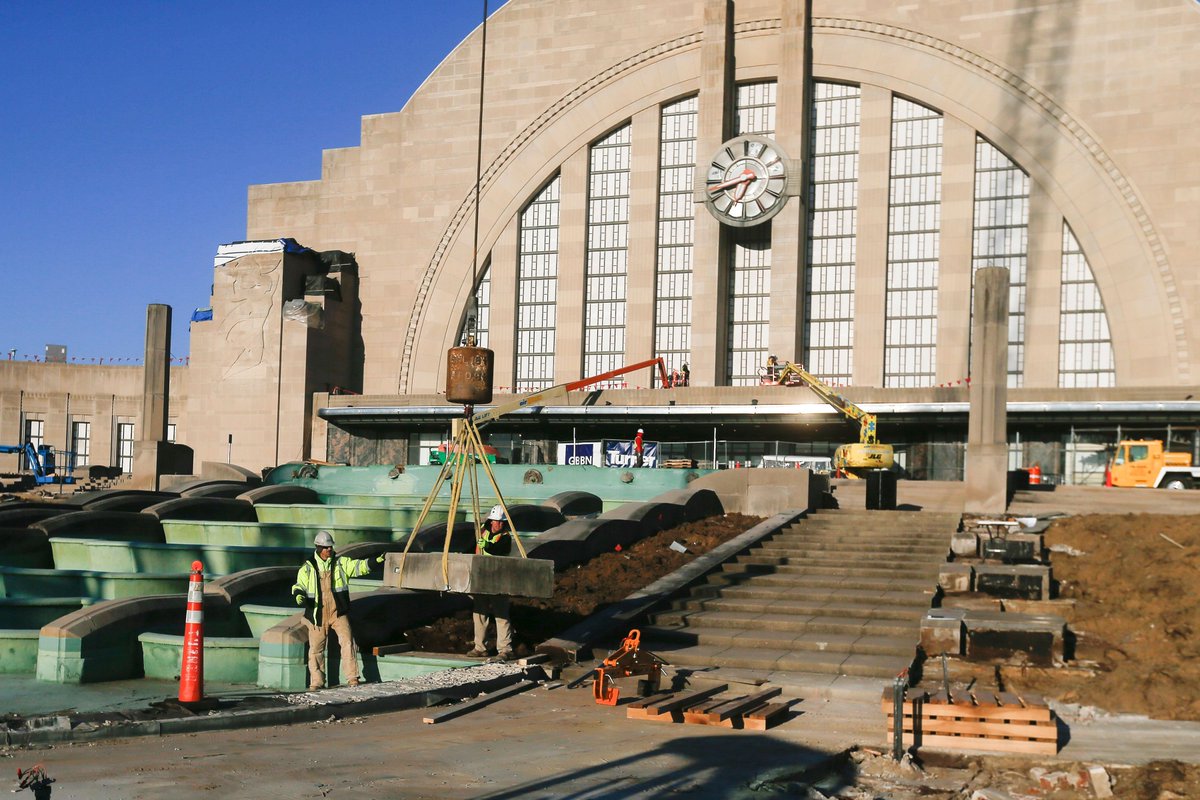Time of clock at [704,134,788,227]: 6:41
